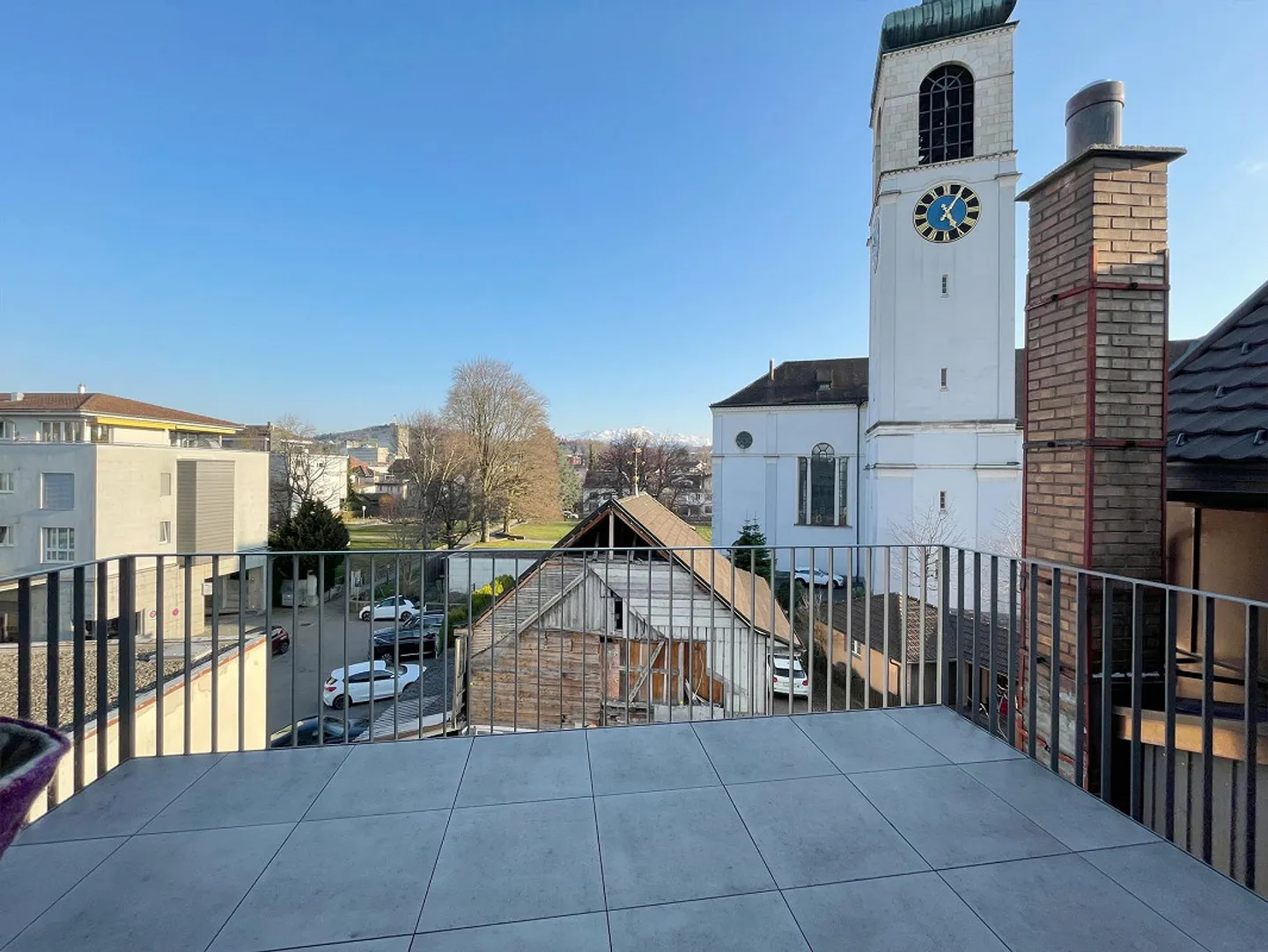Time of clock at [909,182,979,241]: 5:05
